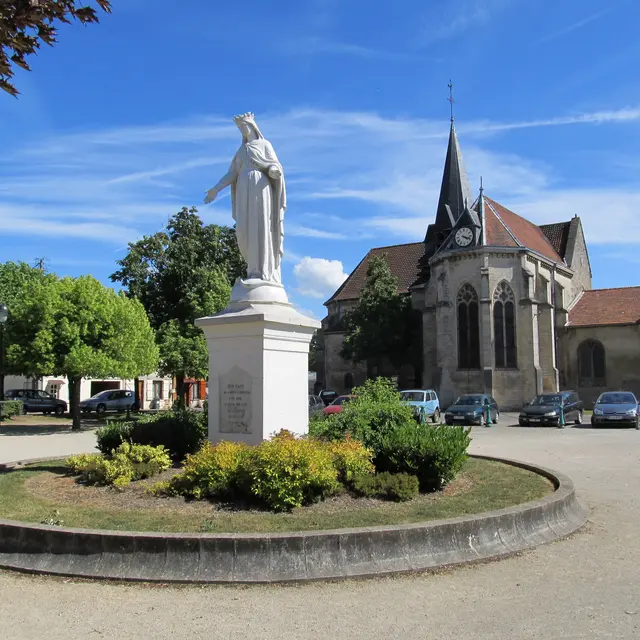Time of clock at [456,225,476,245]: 4:18
